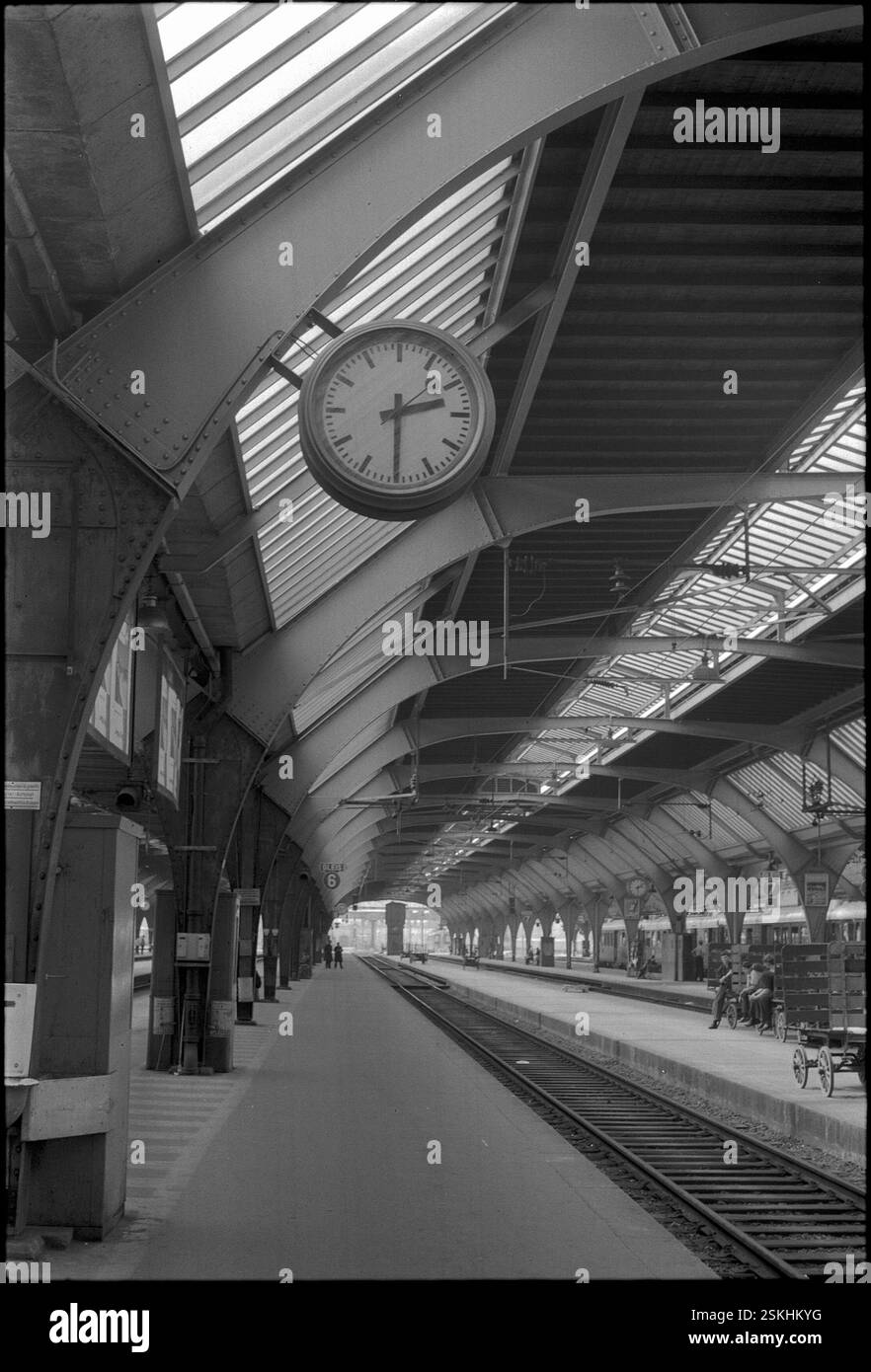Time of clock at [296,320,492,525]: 2:30
